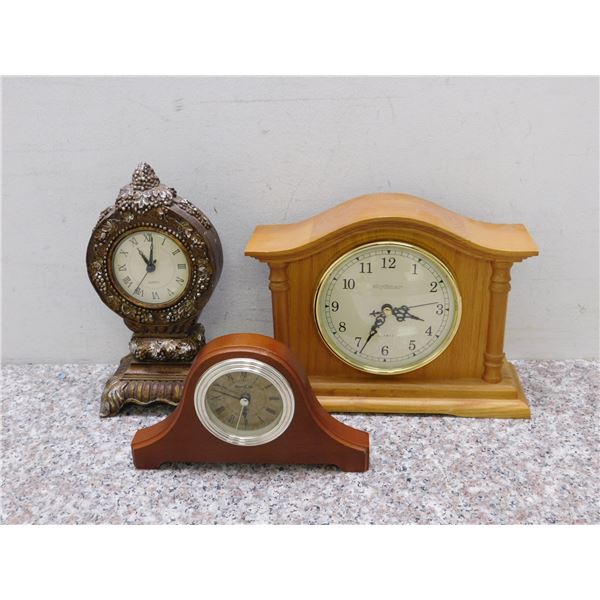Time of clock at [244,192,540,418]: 3:34
